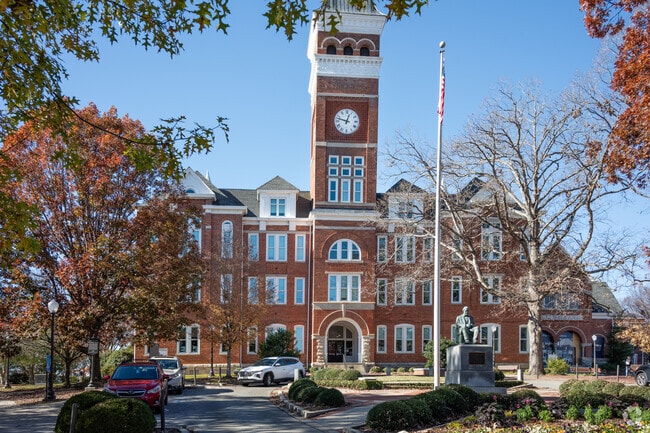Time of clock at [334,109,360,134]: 12:47
